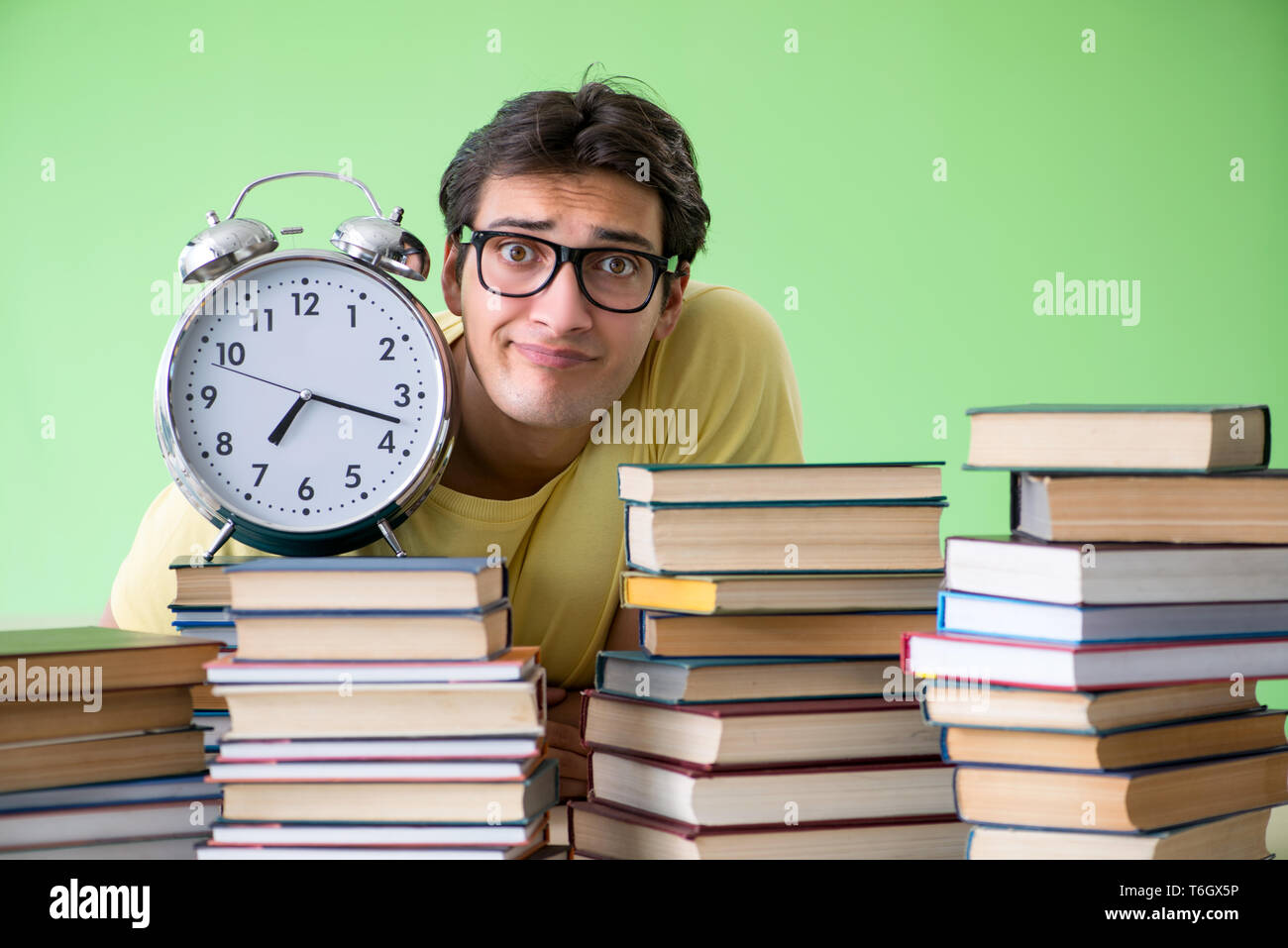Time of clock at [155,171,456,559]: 7:17
